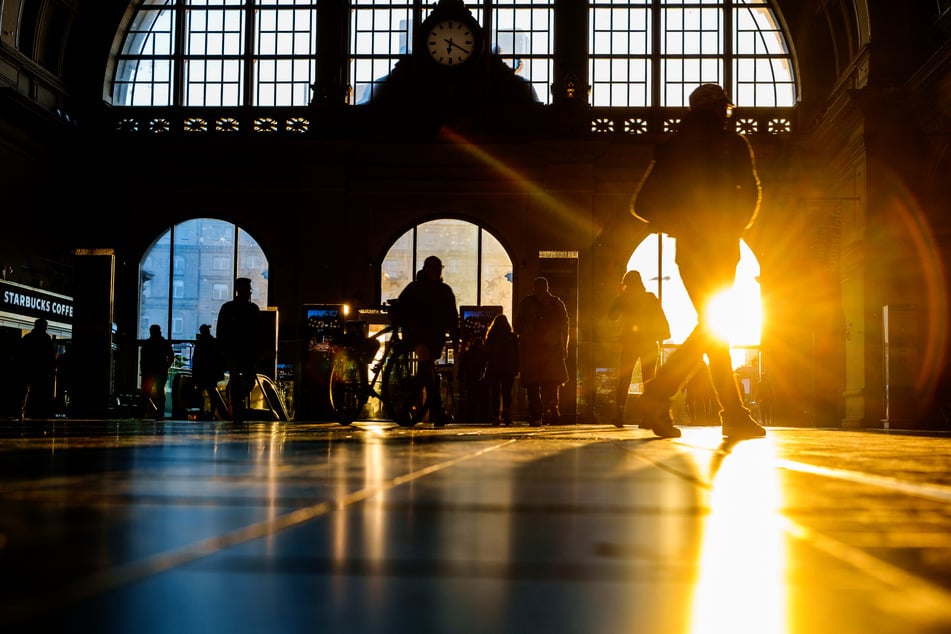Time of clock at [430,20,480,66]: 6:19
